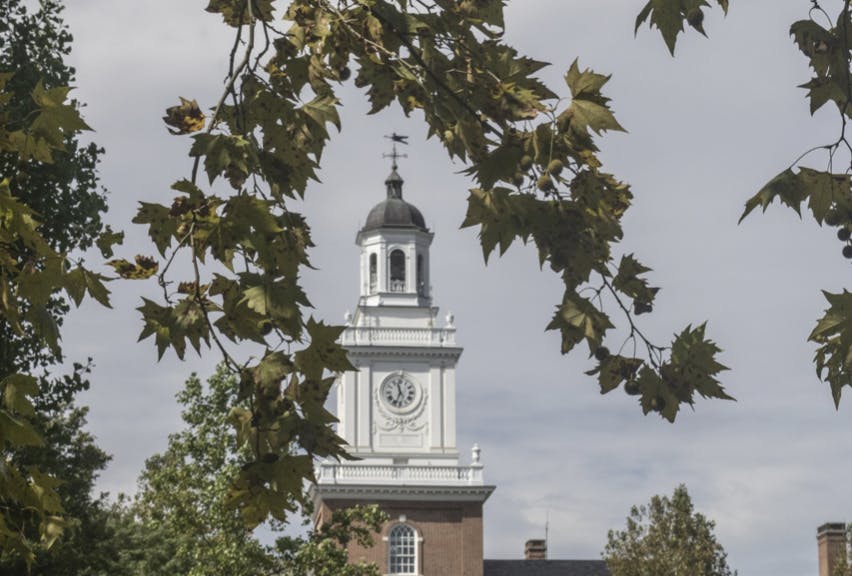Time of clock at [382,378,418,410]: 11:33
